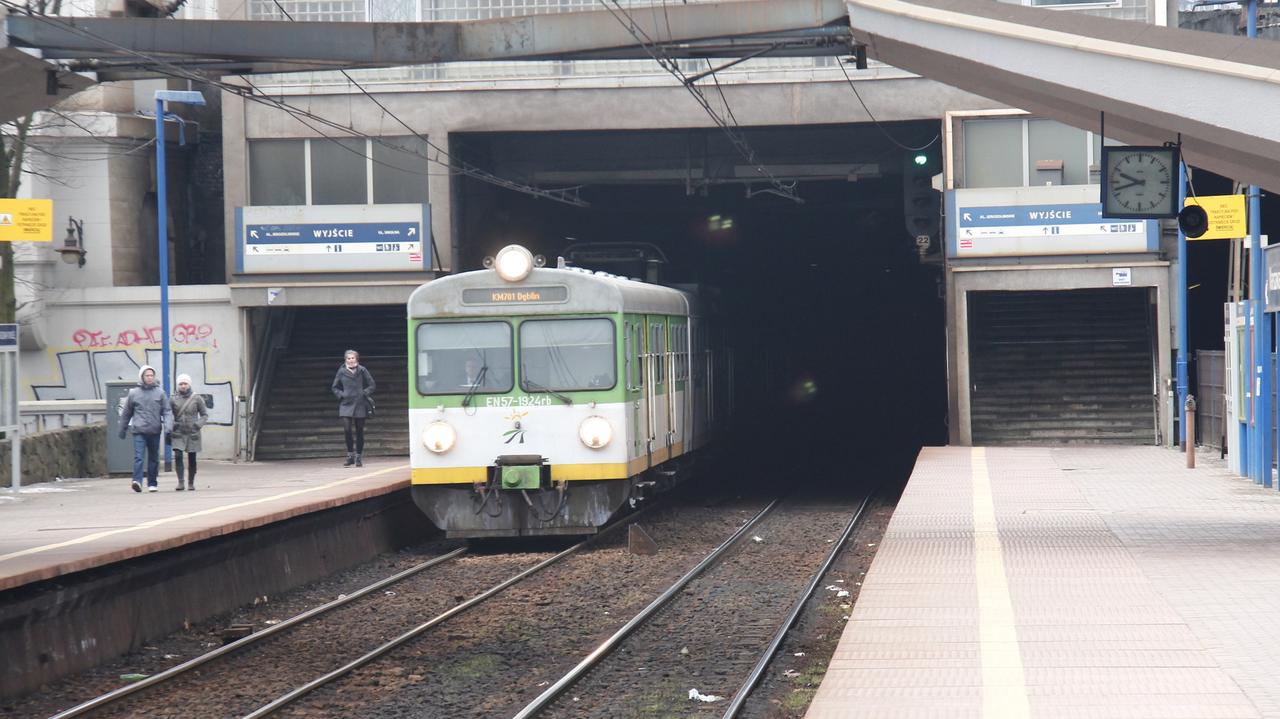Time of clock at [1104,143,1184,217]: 9:42
